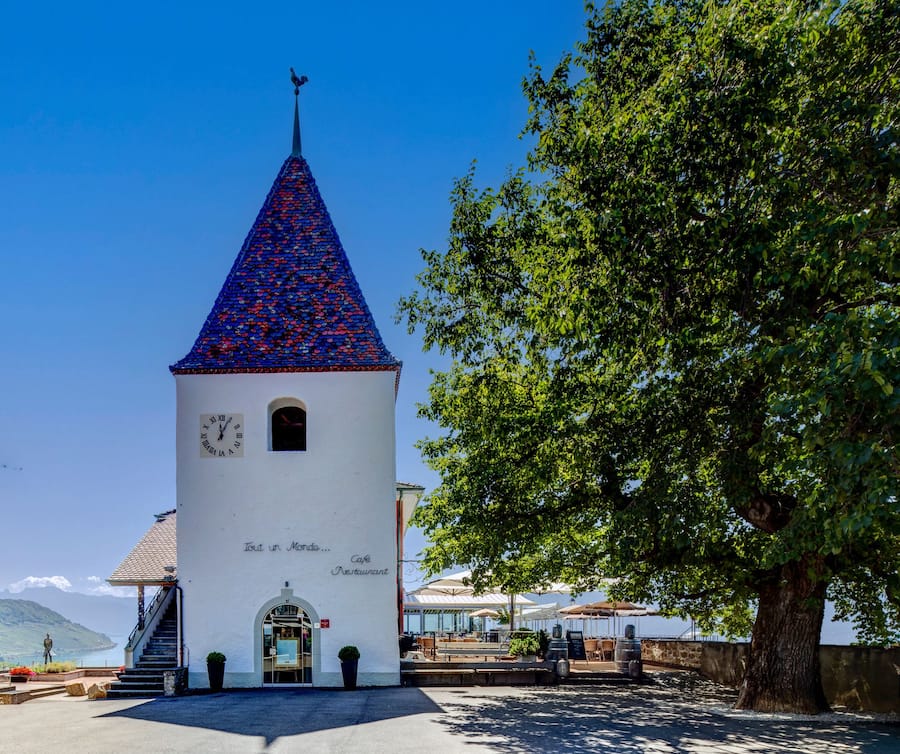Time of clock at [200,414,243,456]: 12:04
